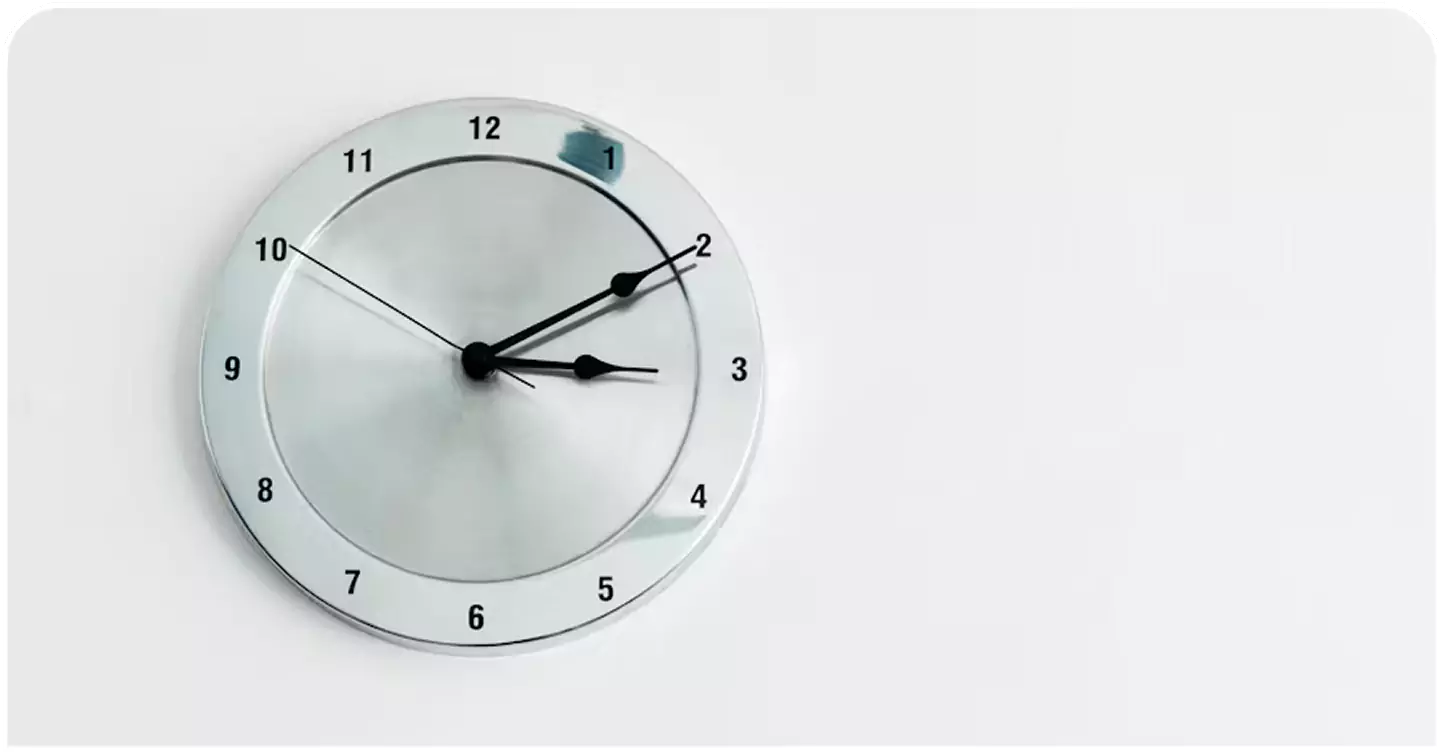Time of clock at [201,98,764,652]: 3:10
